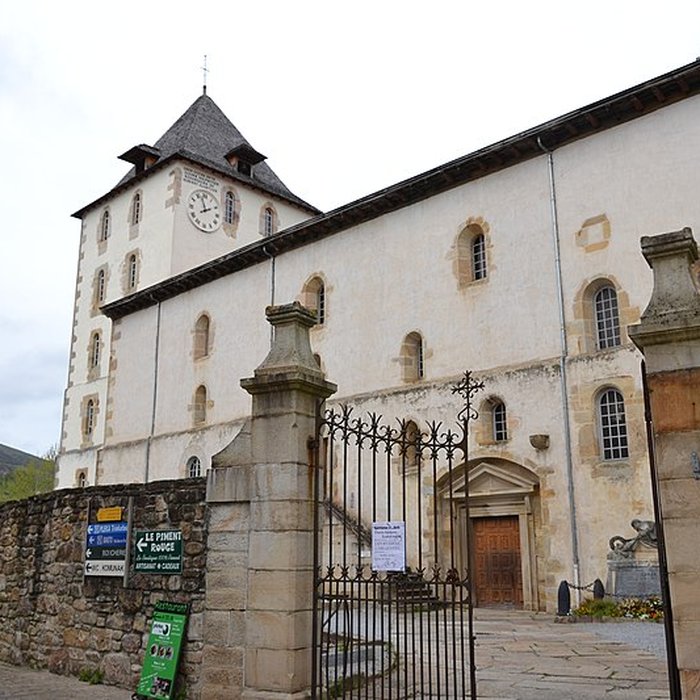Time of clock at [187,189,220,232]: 1:57
